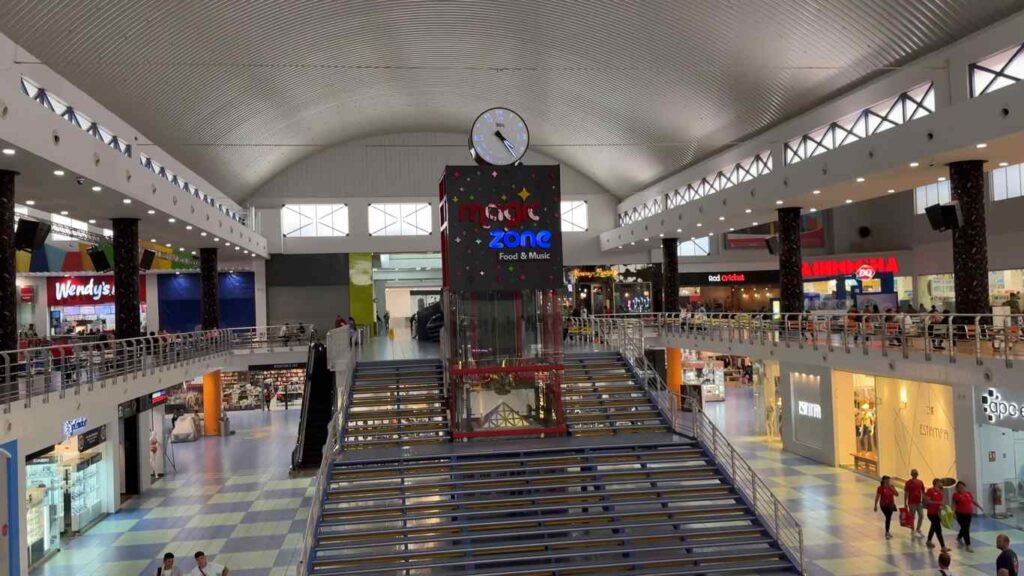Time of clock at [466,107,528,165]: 4:24
